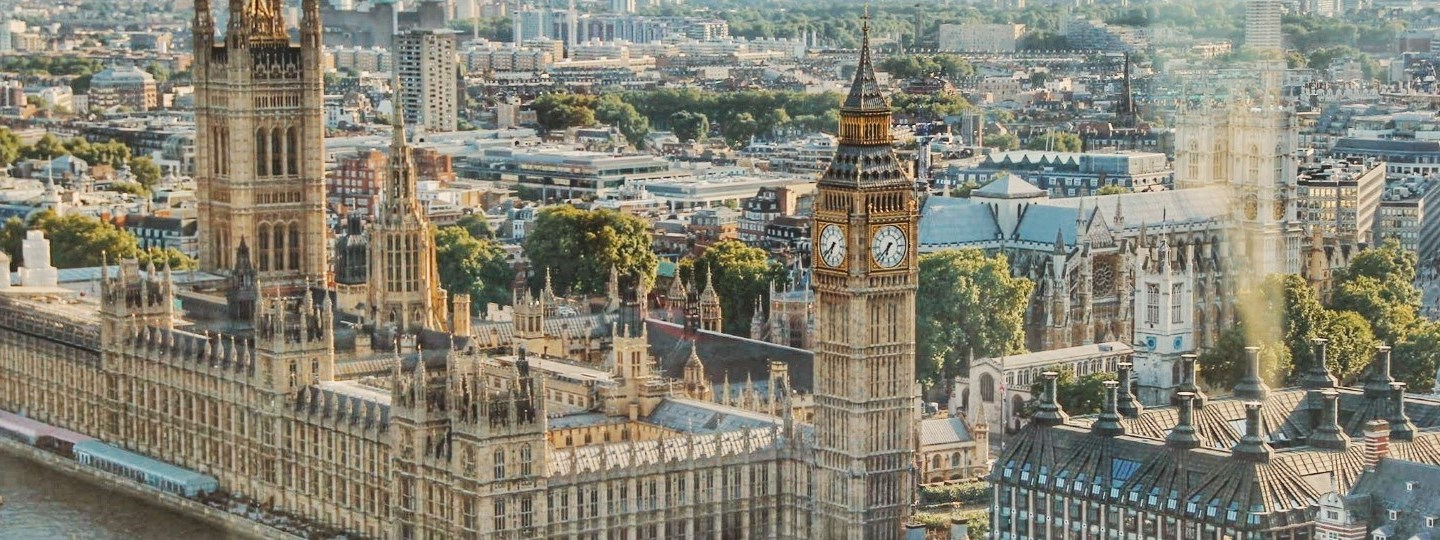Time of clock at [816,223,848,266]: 6:38
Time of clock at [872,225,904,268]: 6:37
